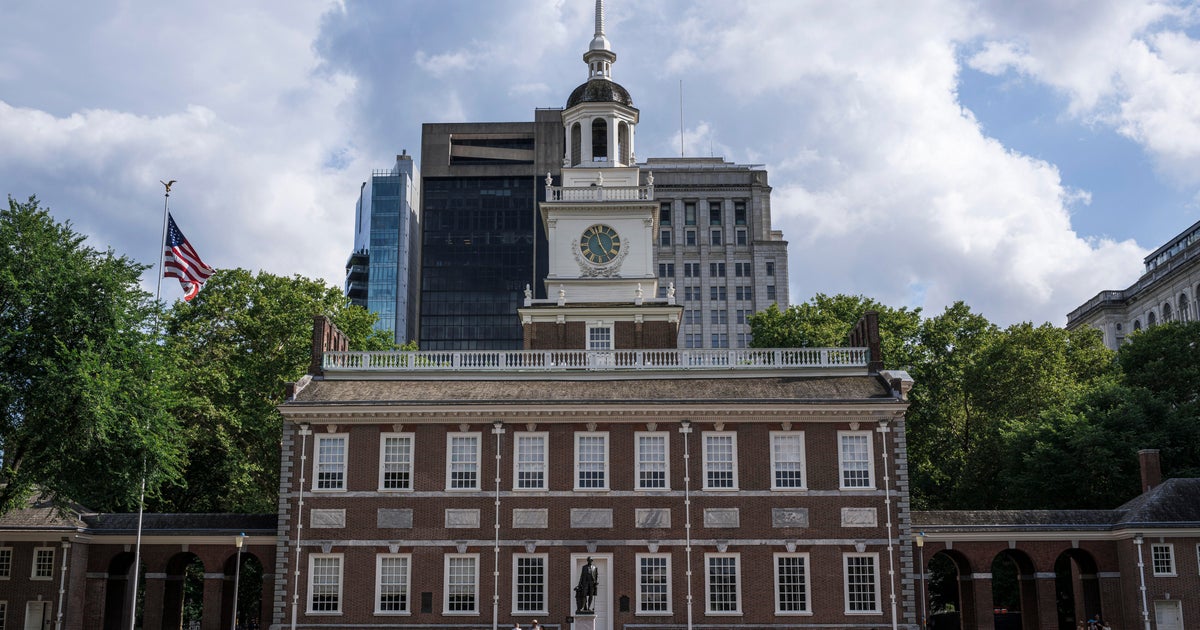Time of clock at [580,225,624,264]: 4:57
